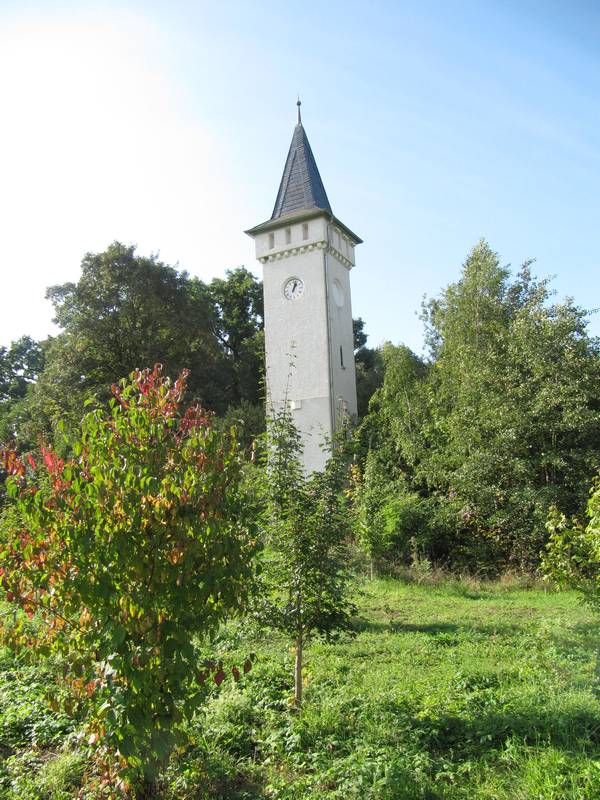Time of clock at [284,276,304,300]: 1:02
